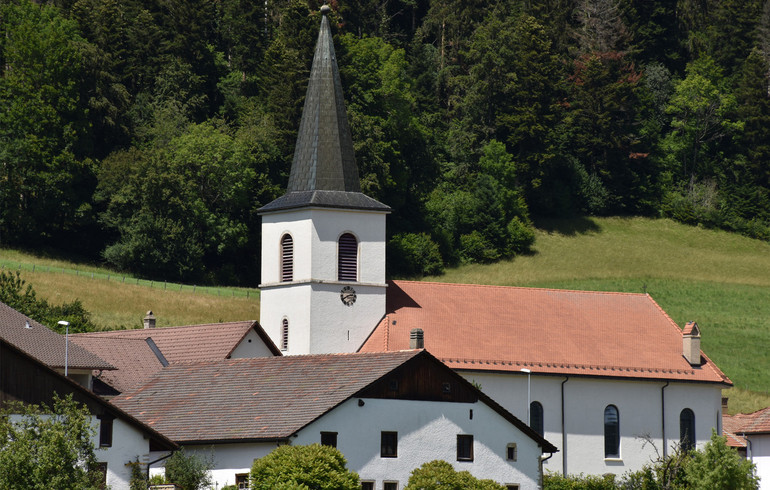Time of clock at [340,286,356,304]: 2:40
